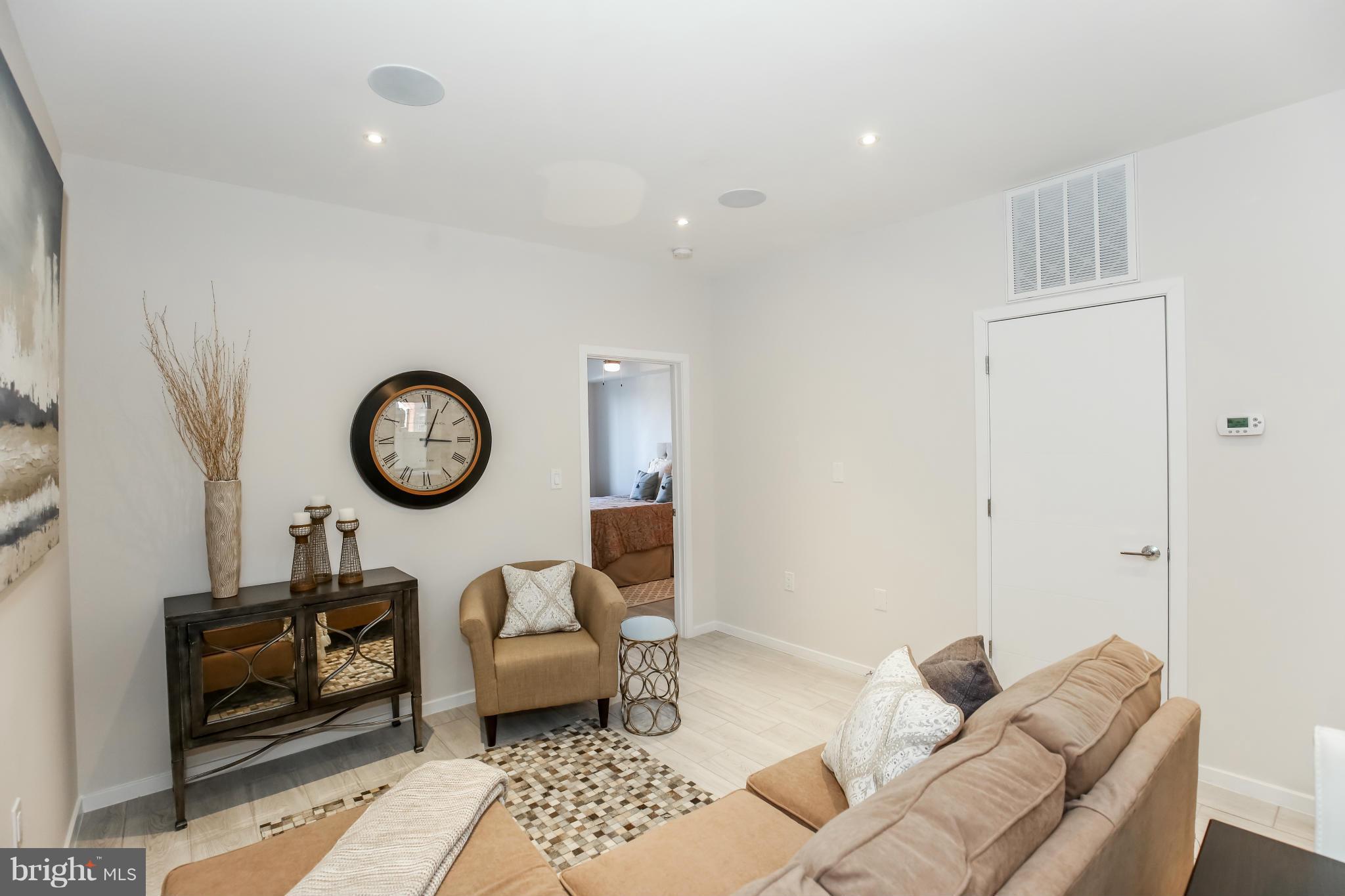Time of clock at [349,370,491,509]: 3:03
